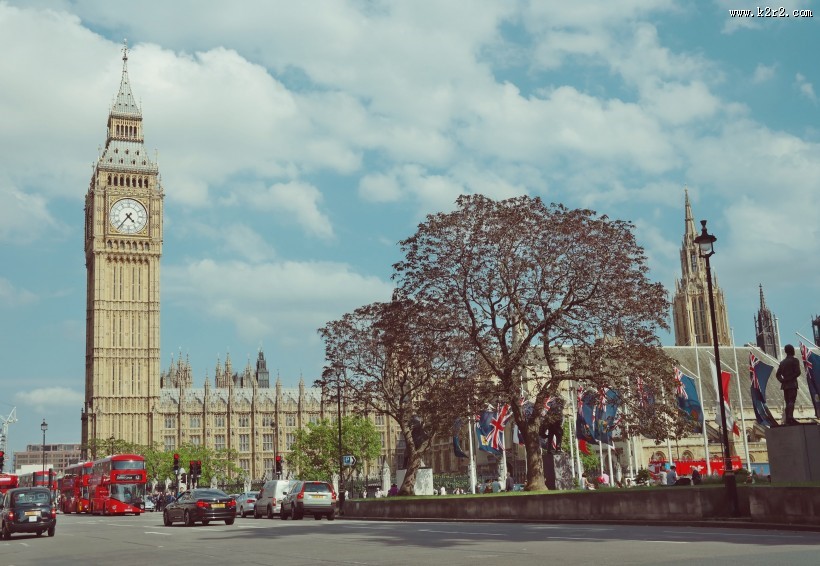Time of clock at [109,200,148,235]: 4:36
